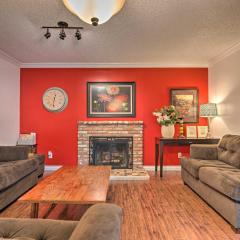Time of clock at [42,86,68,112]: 12:31
